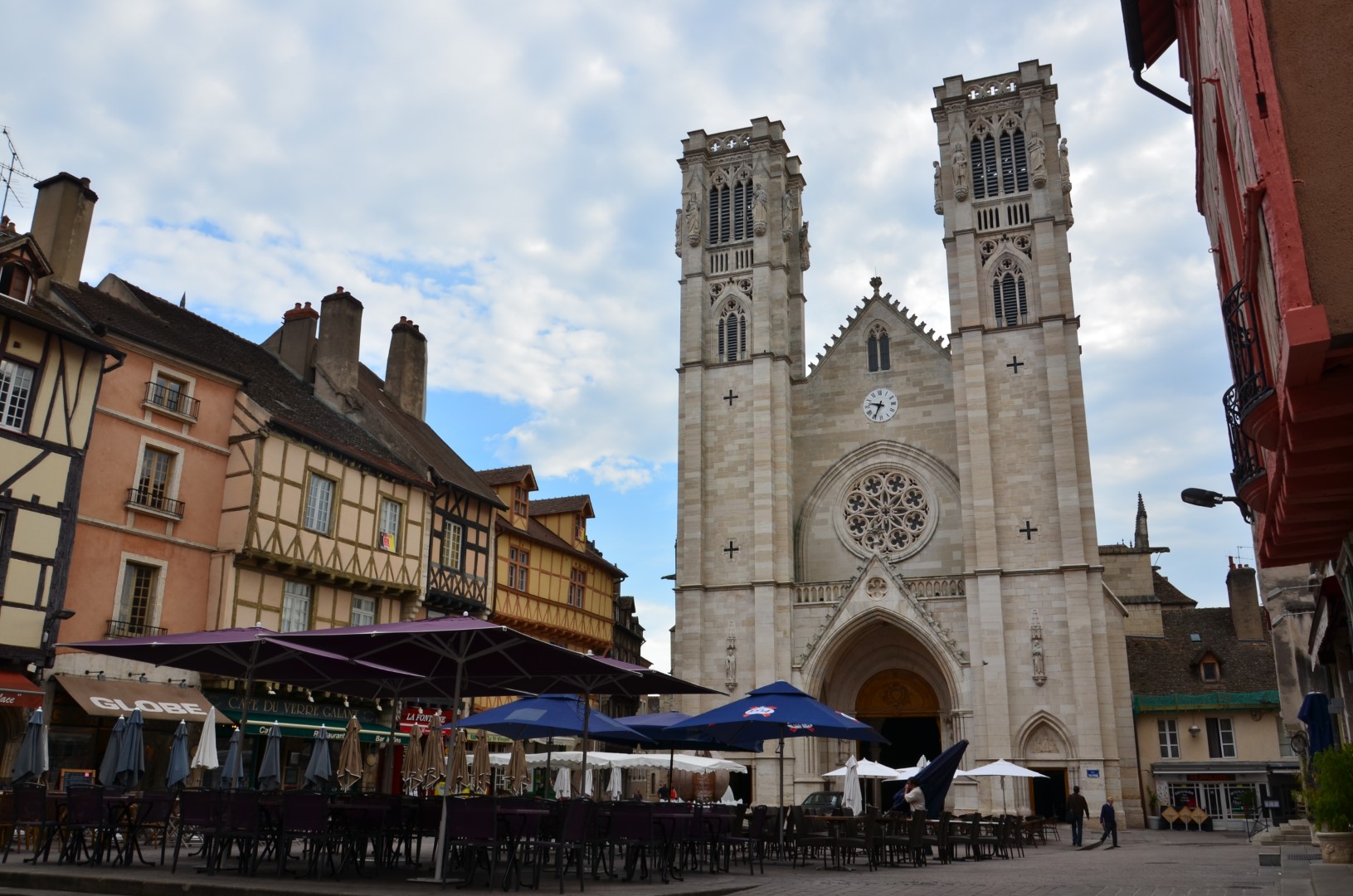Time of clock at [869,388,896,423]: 9:34
